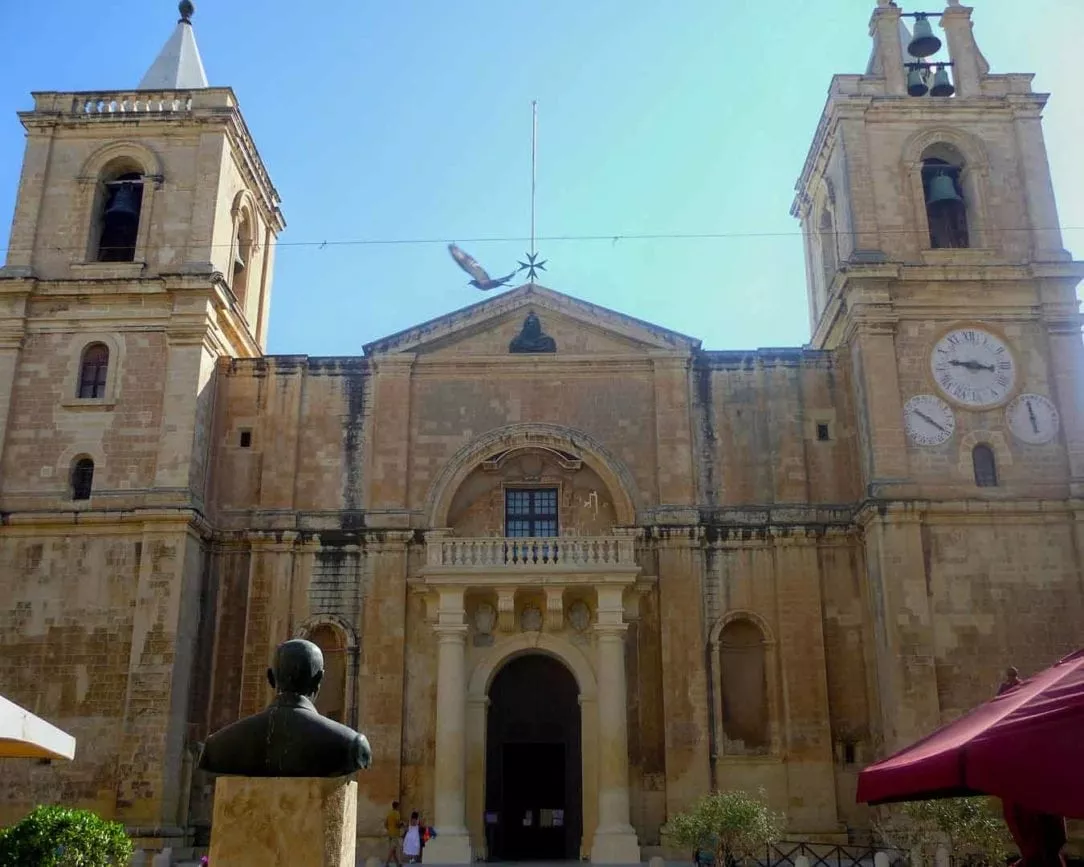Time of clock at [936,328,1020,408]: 9:16
